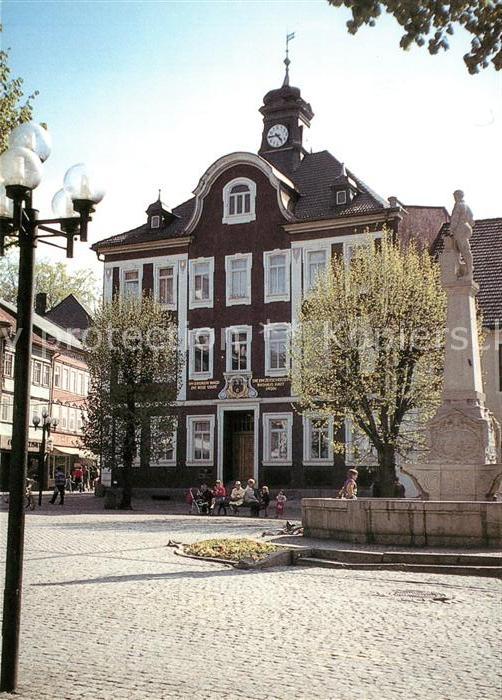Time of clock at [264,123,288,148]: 4:44
